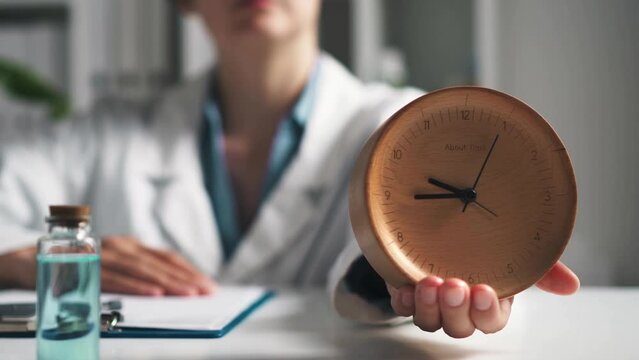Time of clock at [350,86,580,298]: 9:44
